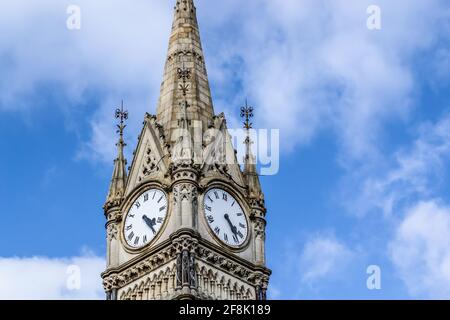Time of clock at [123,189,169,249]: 4:24
